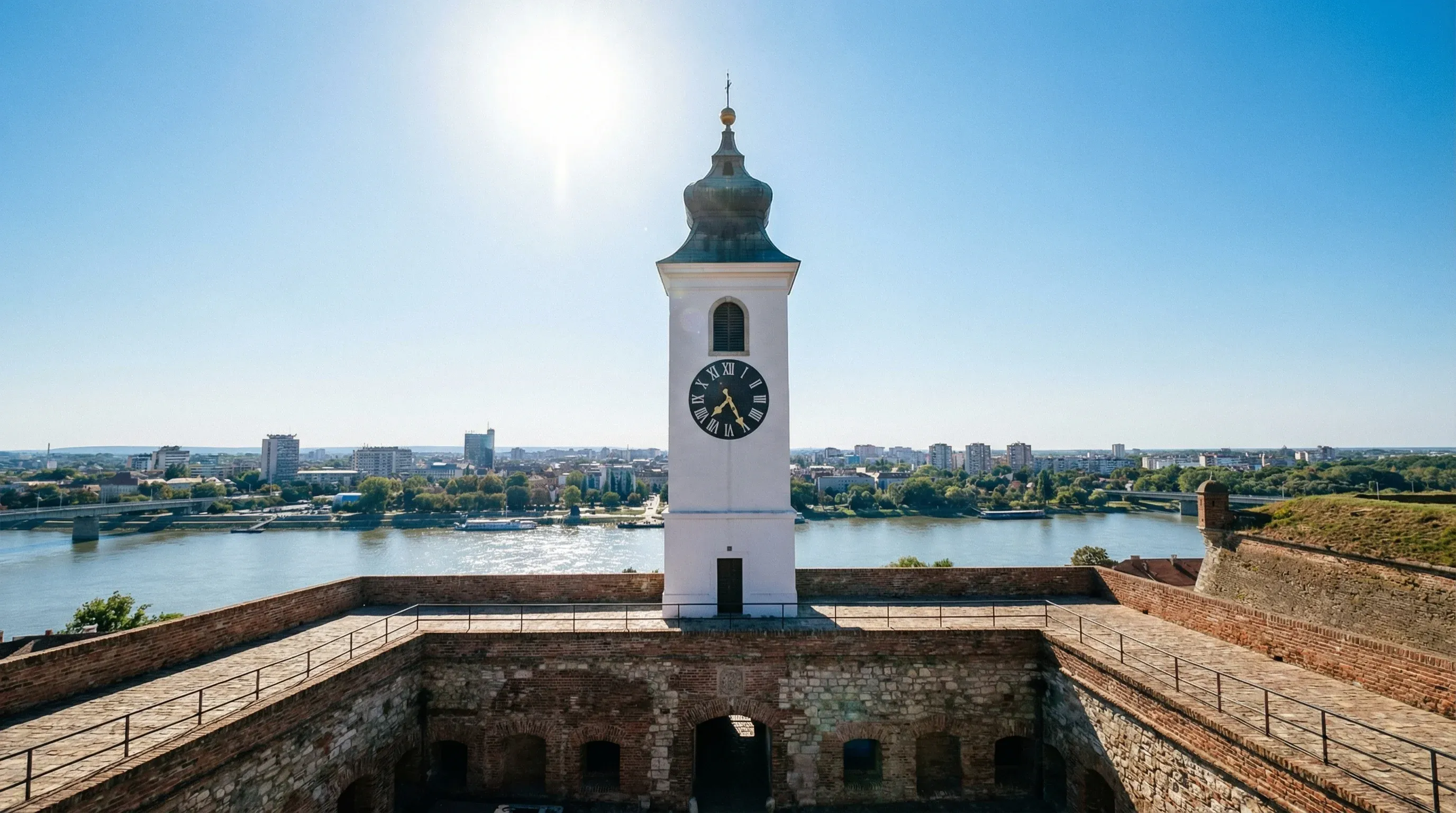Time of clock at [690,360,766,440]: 7:25
